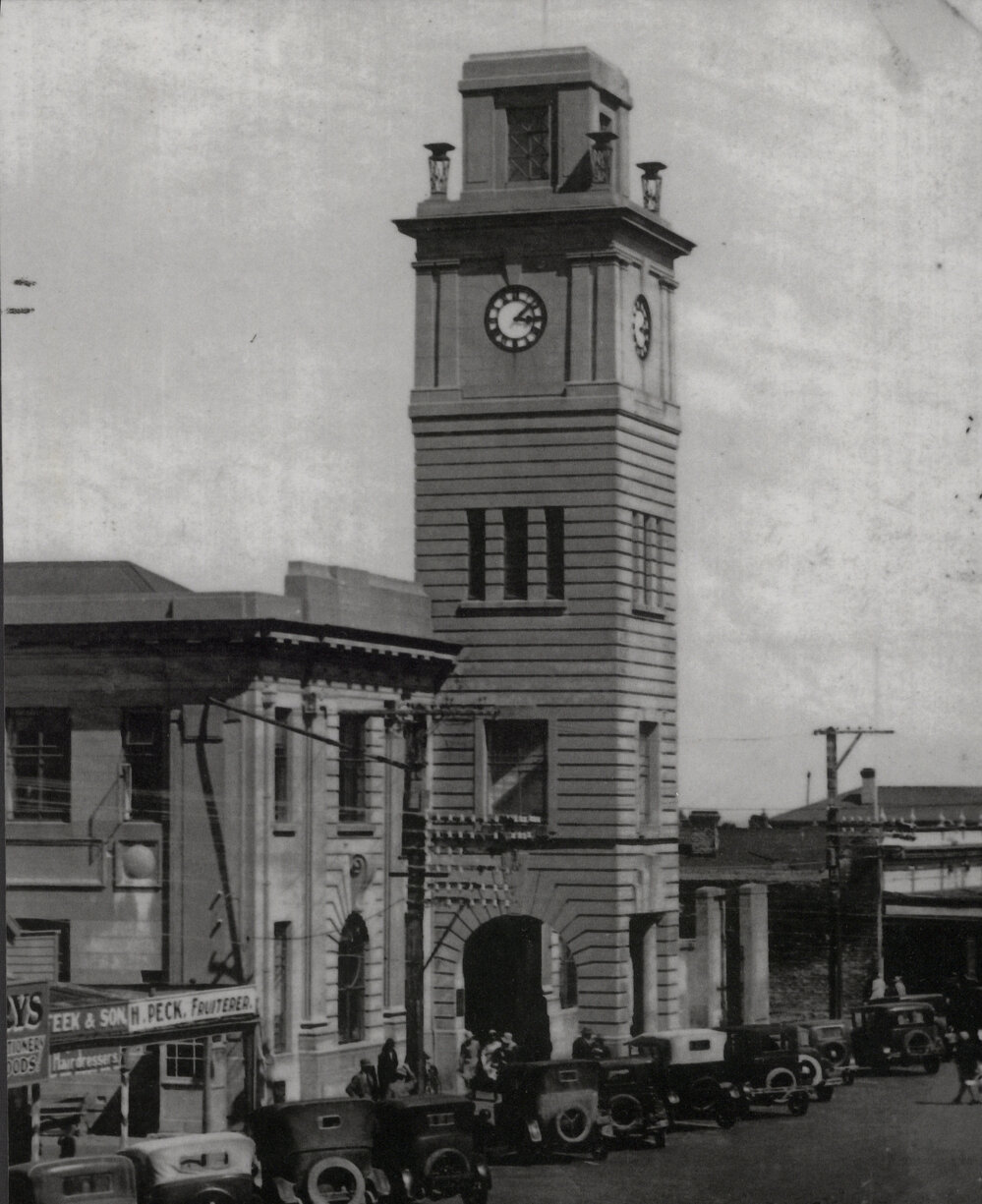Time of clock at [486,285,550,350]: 3:07
